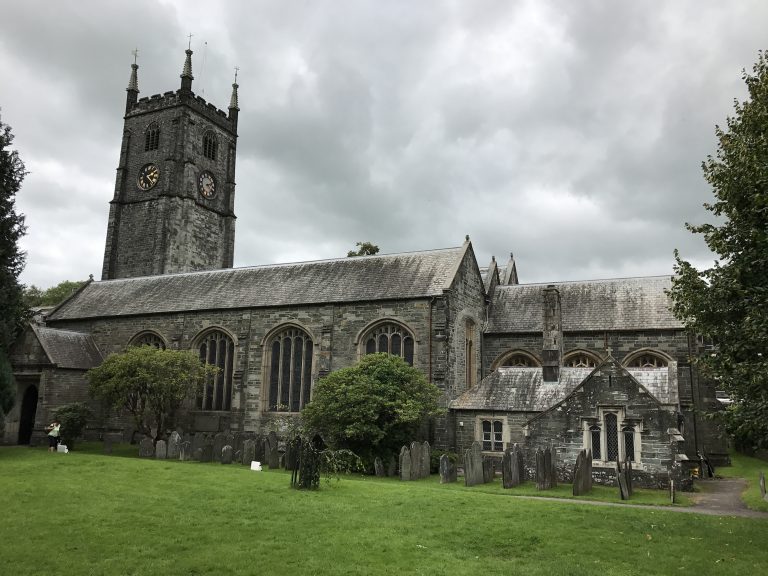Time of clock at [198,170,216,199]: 2:23
